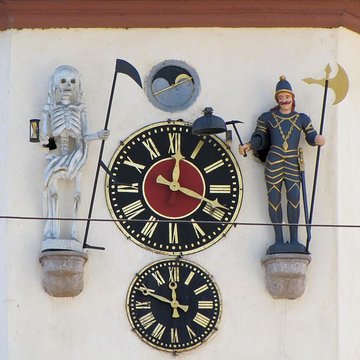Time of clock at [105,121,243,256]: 12:18
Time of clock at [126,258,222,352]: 11:48
